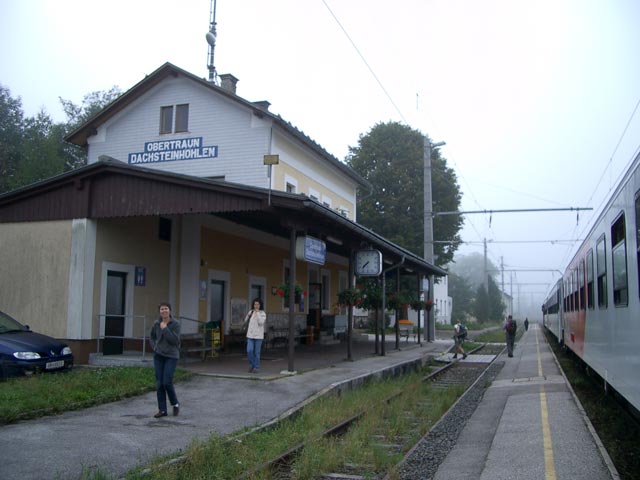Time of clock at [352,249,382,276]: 7:37
